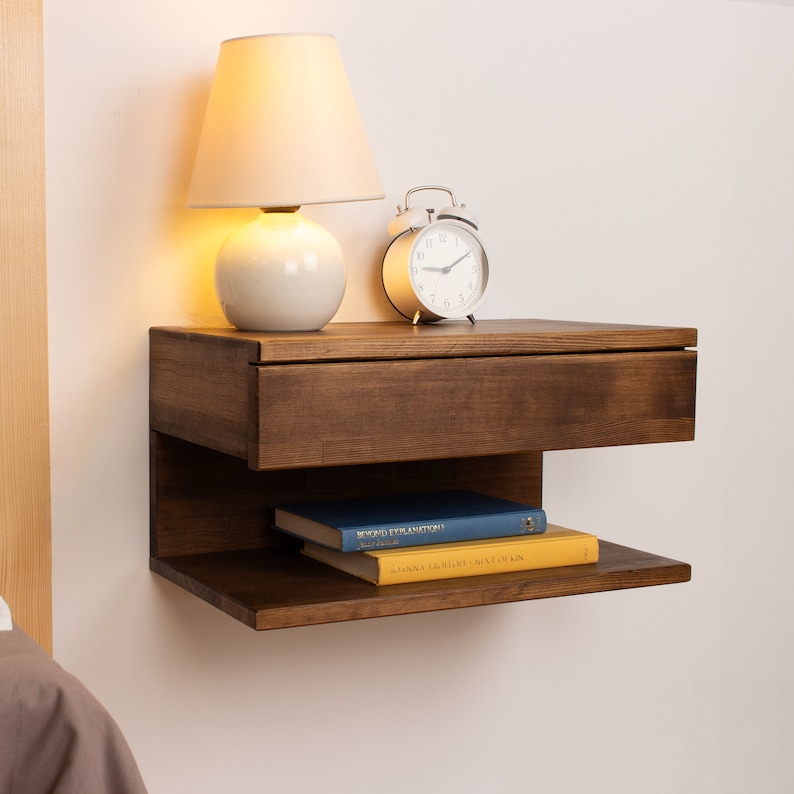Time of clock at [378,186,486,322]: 9:10
